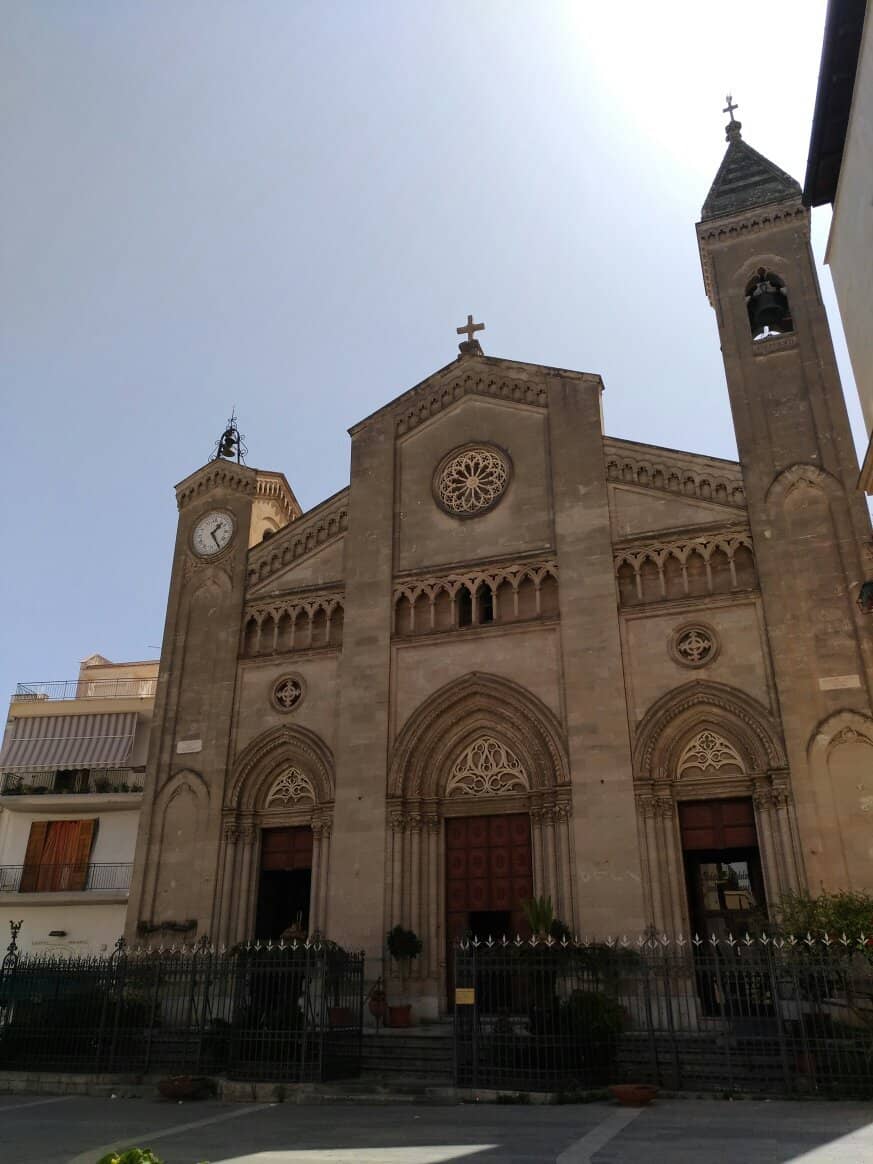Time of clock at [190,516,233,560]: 1:24
